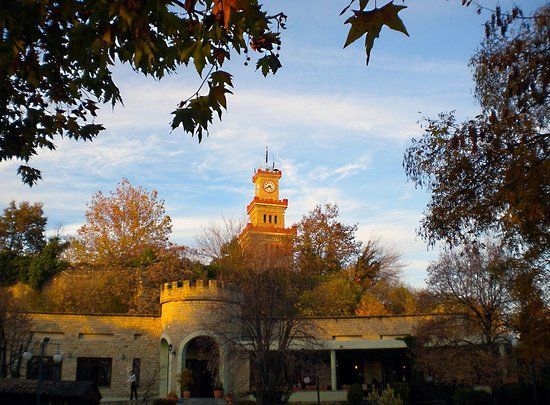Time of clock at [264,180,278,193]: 4:40
